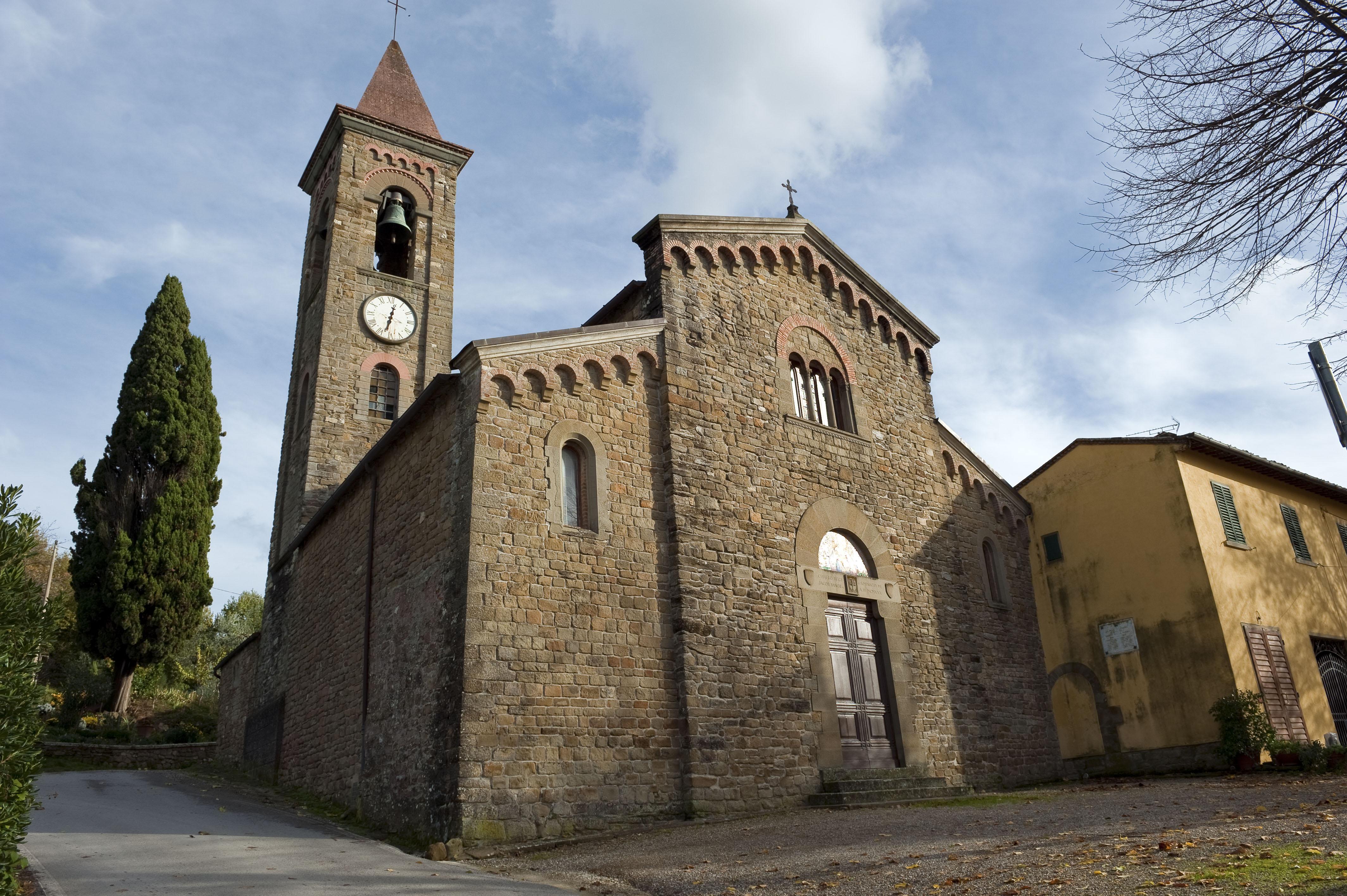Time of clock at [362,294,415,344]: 12:32
